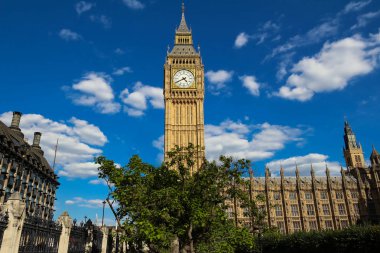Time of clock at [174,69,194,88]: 4:40
